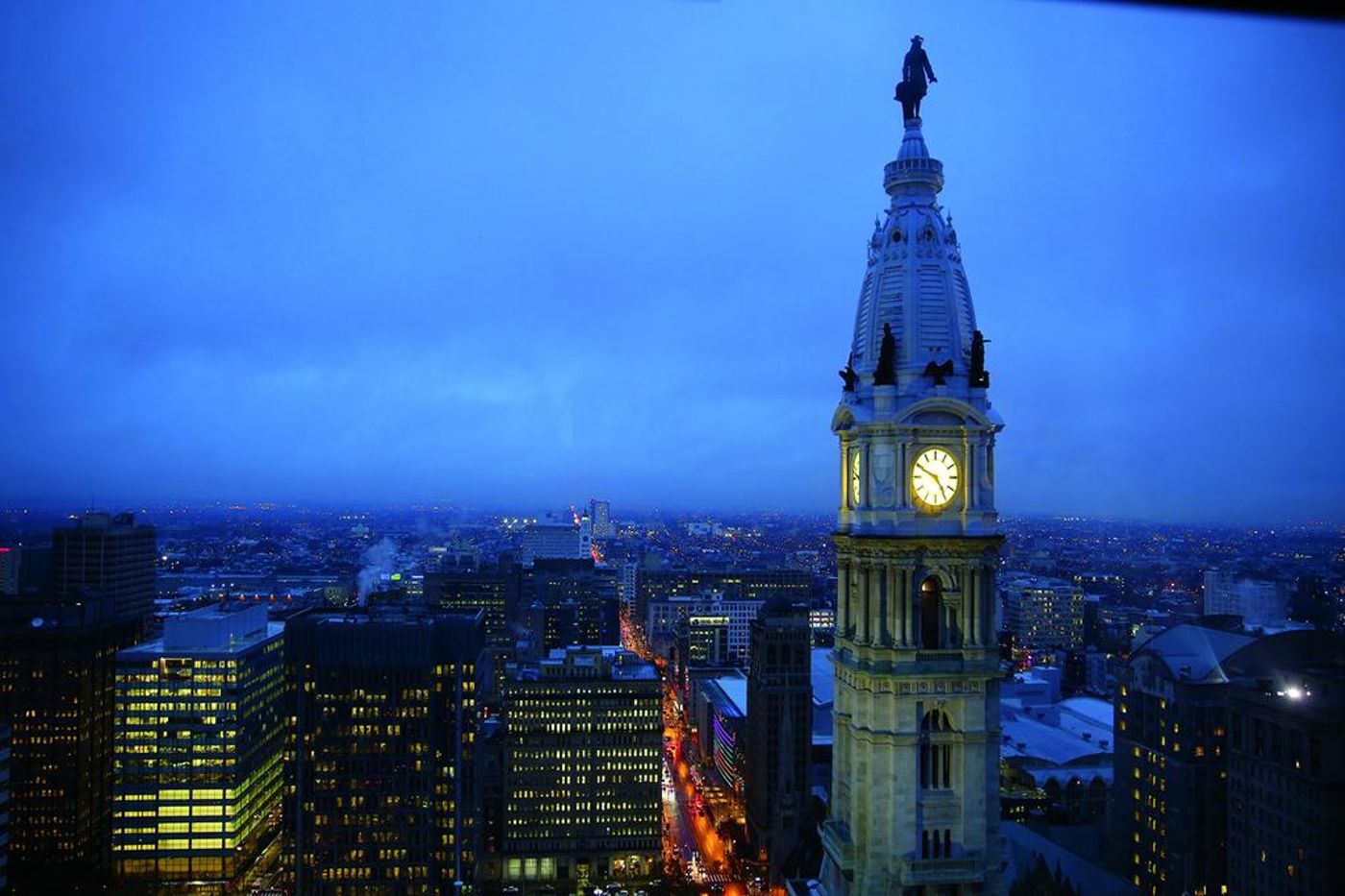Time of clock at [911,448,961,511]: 4:49
